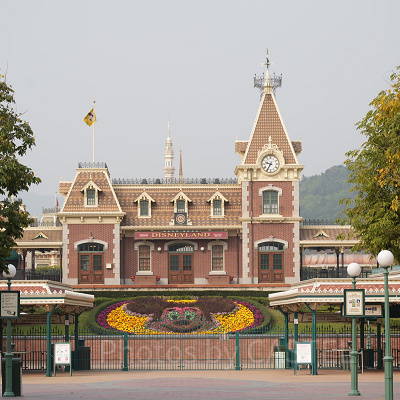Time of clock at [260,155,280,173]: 9:35
